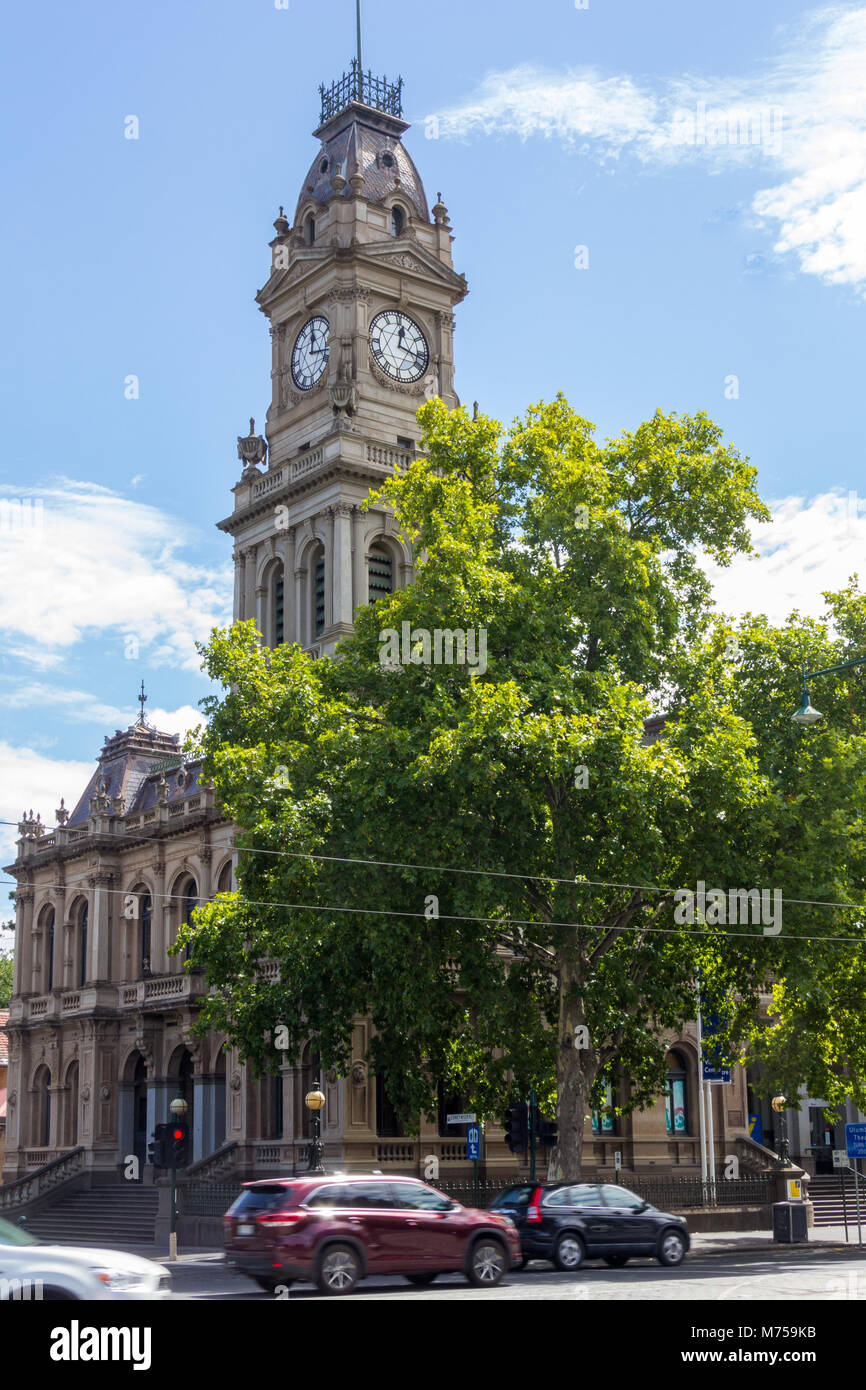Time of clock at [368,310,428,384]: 12:16
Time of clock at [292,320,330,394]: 12:16
